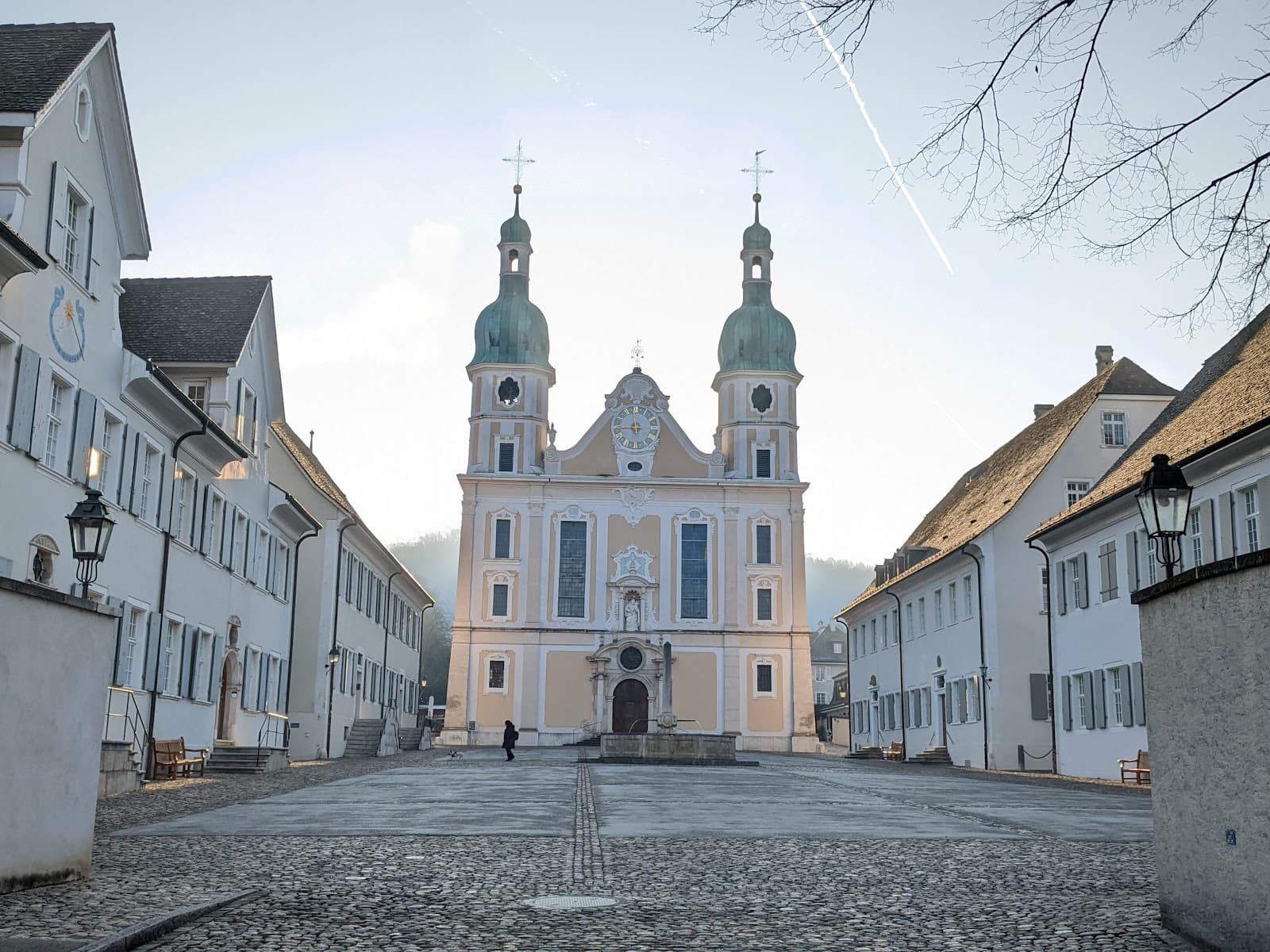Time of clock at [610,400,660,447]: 11:44
